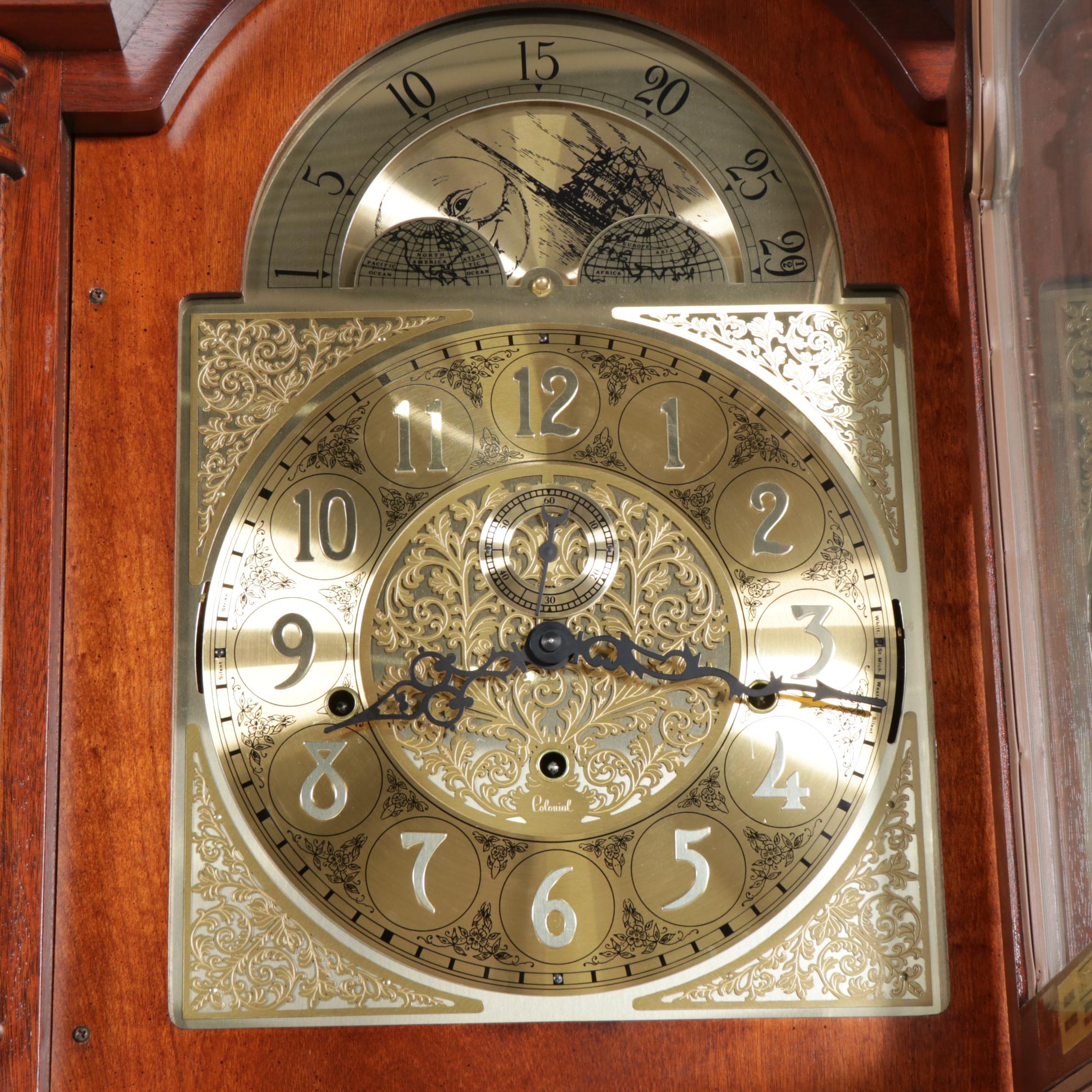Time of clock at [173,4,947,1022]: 8:15
